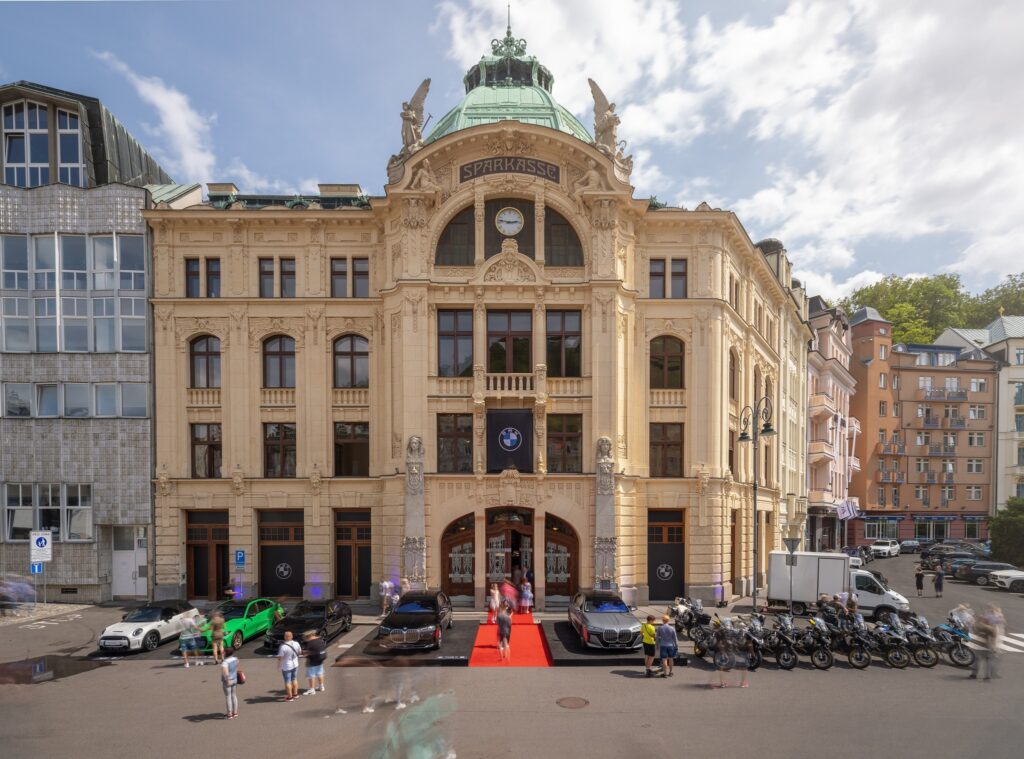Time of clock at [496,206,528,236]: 2:46
